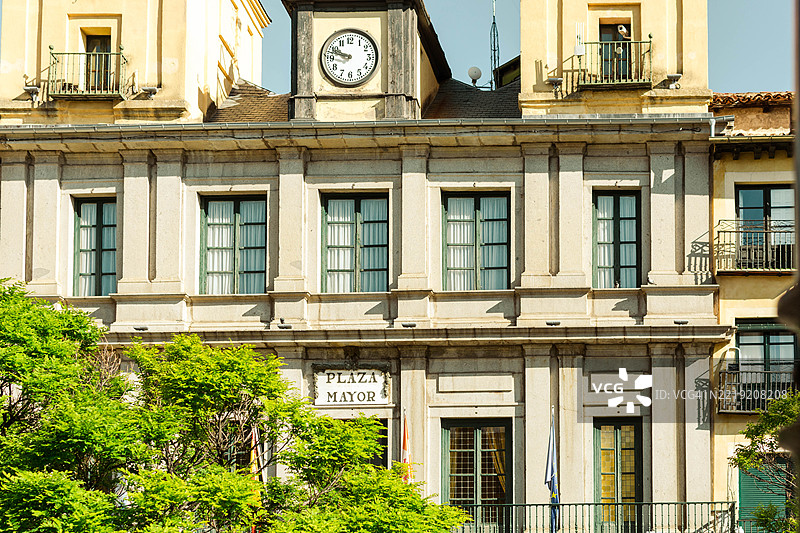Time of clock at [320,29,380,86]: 9:47
